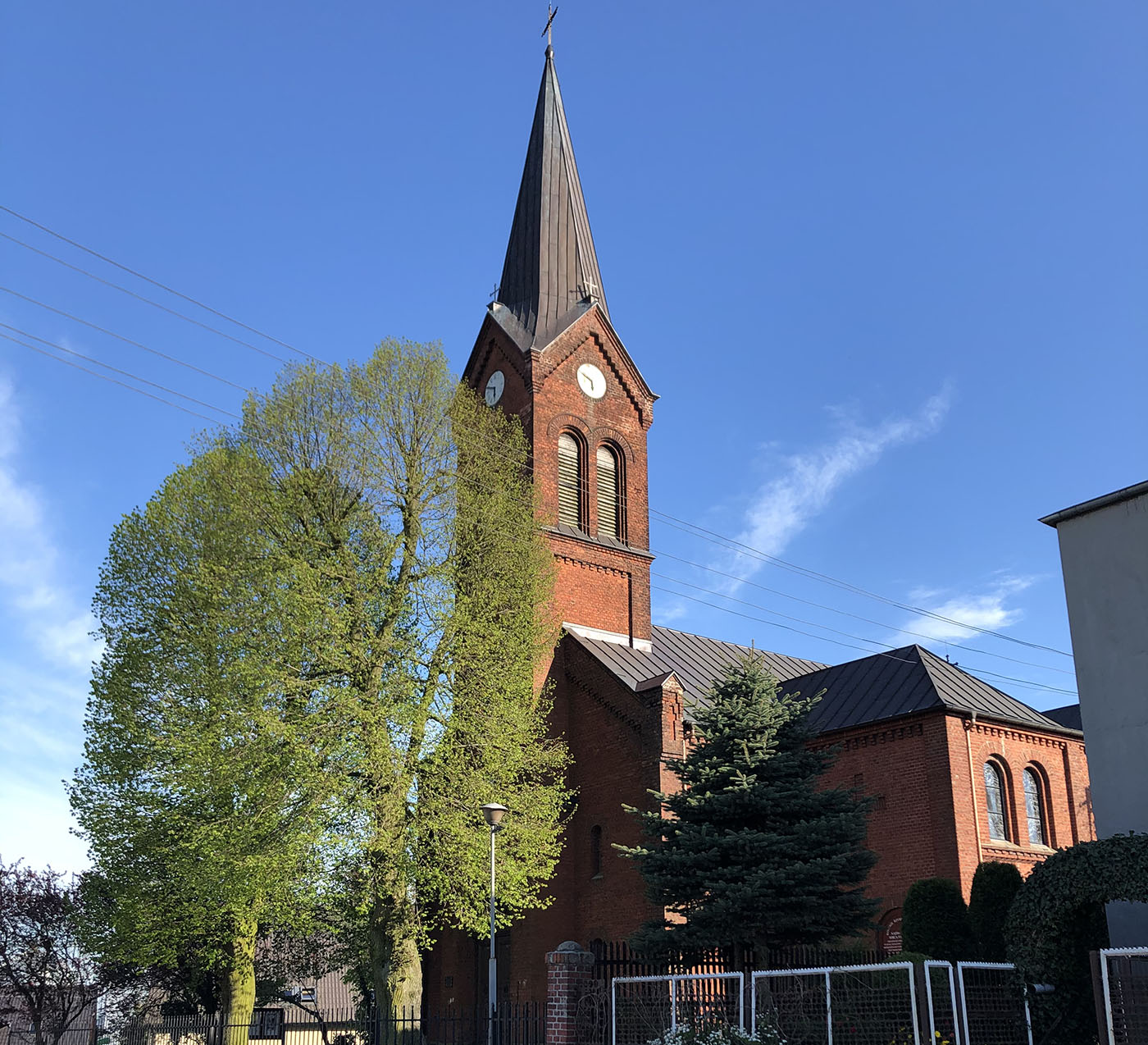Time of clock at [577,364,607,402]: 5:49
